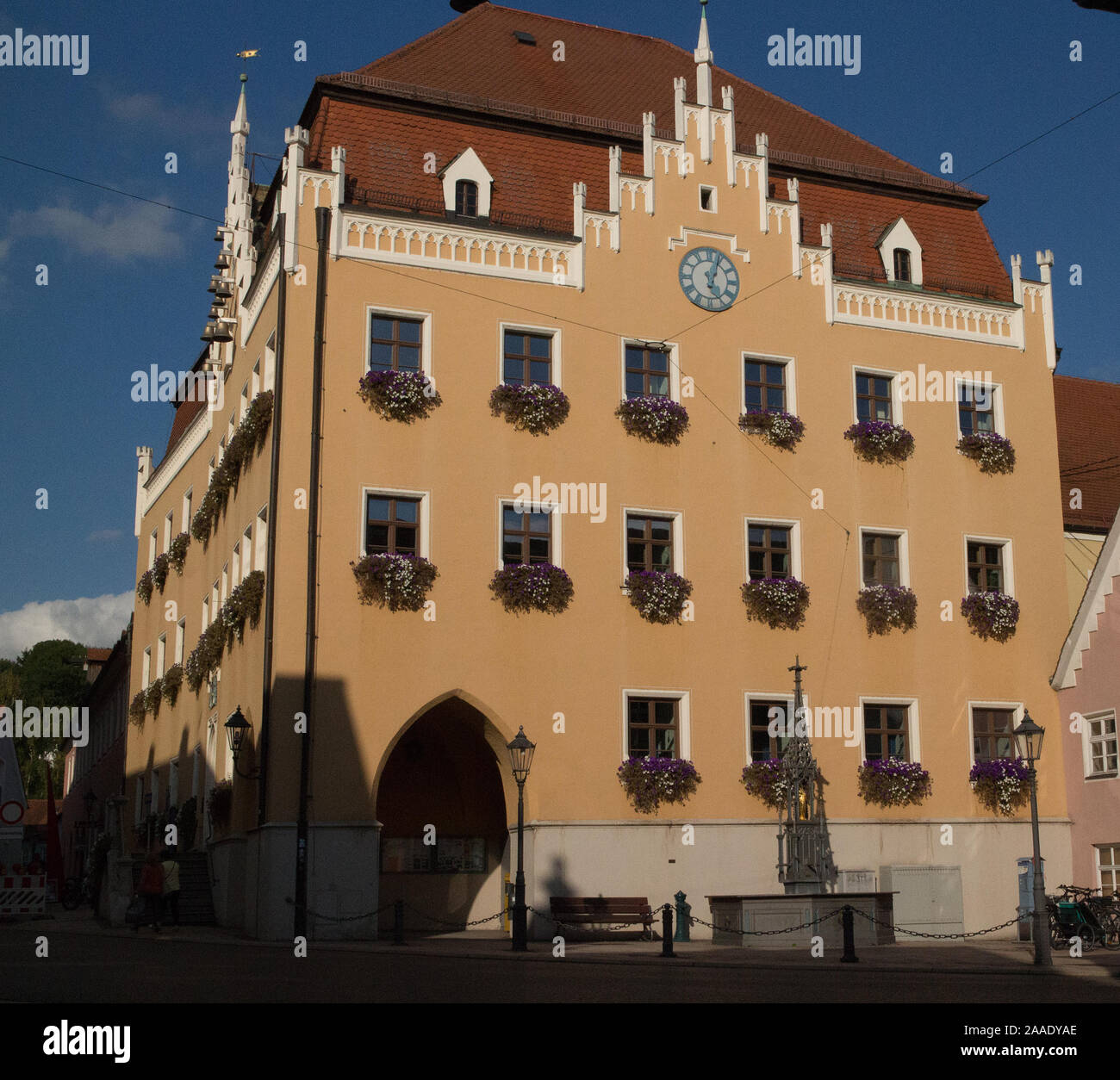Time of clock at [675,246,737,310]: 5:03
